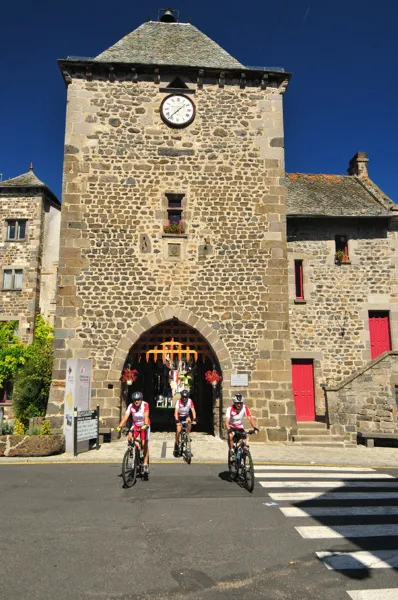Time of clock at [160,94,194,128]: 1:37
